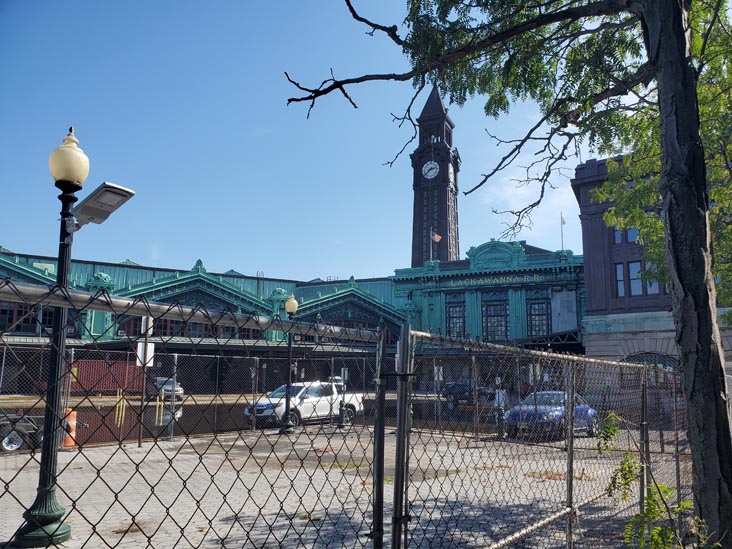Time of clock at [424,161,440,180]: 2:38
